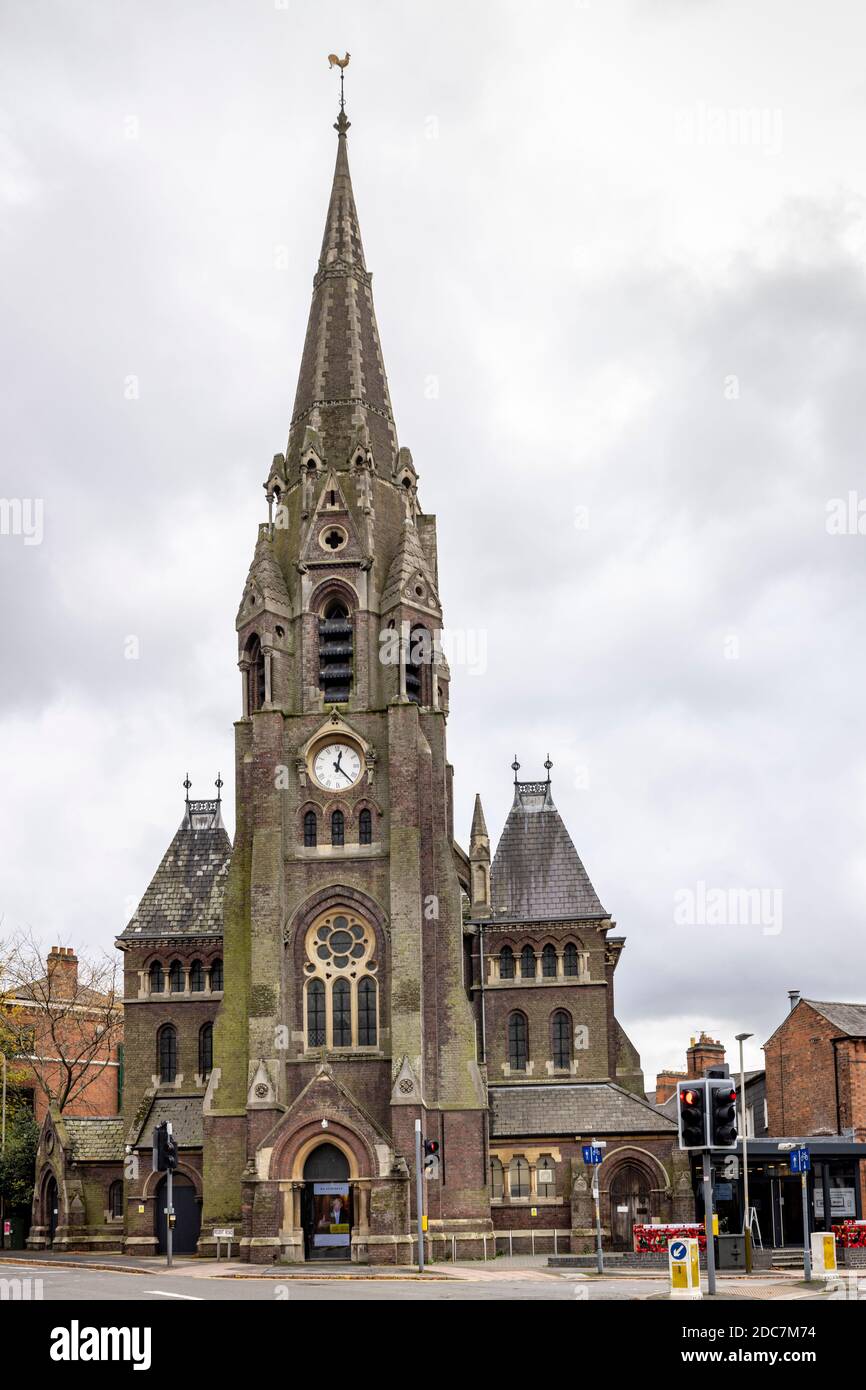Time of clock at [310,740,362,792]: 12:23
